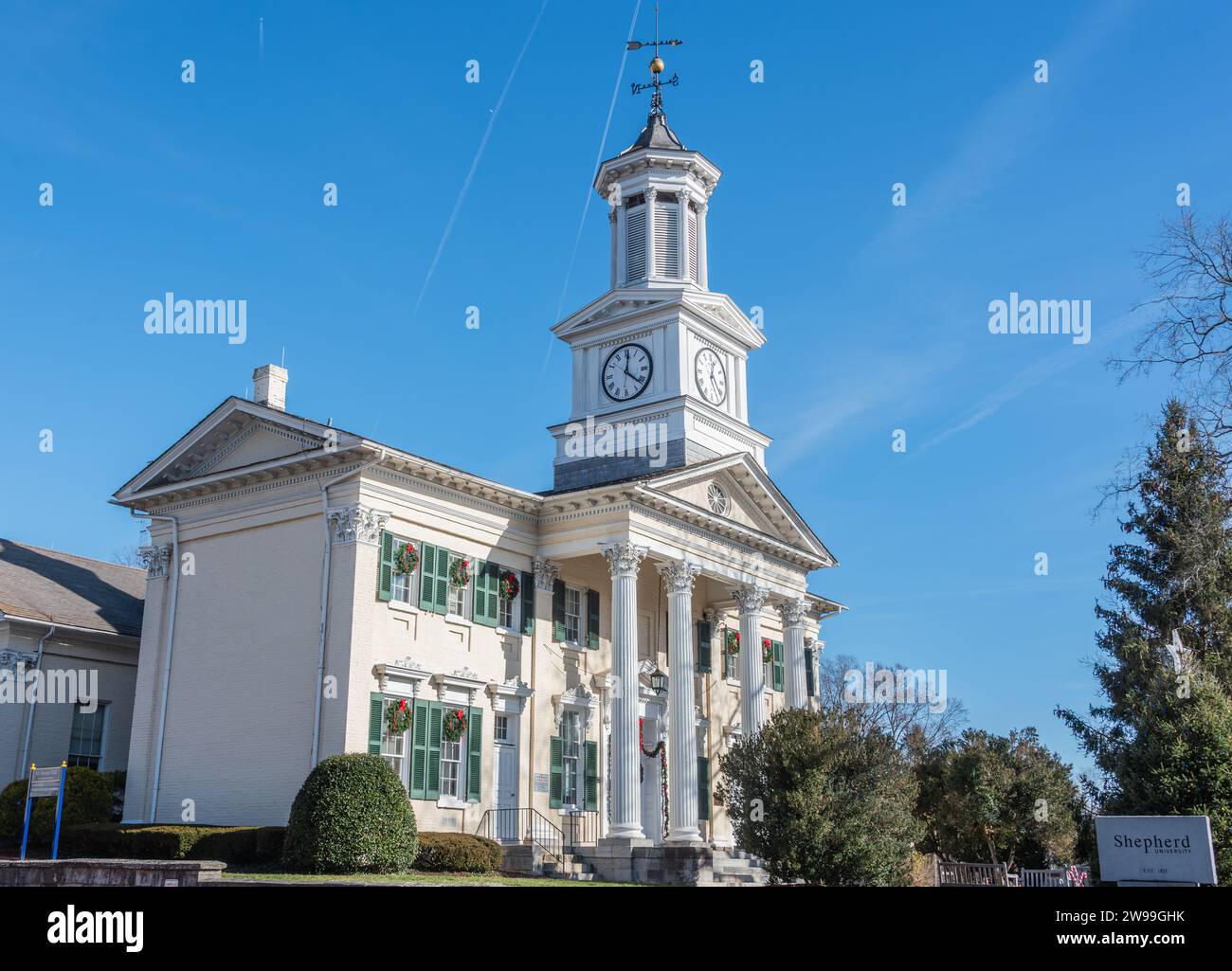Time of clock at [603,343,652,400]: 12:21
